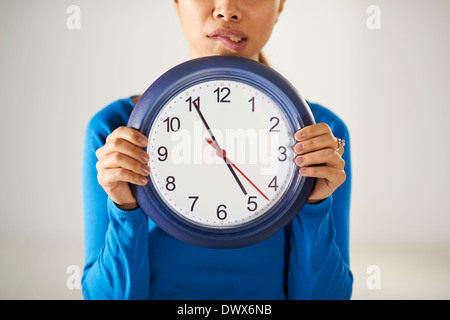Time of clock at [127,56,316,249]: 4:55
